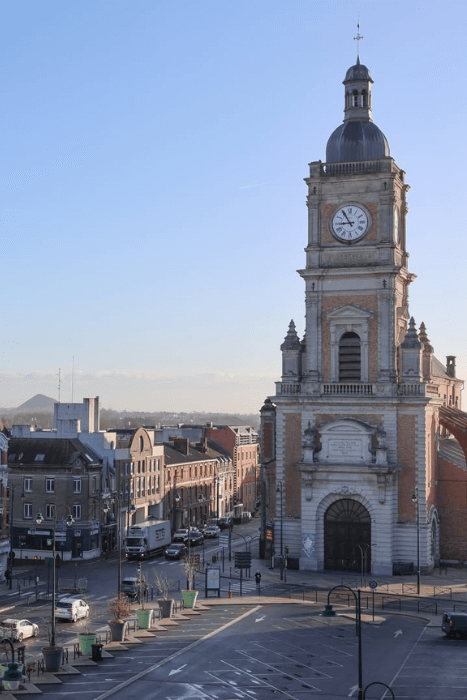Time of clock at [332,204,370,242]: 8:54
